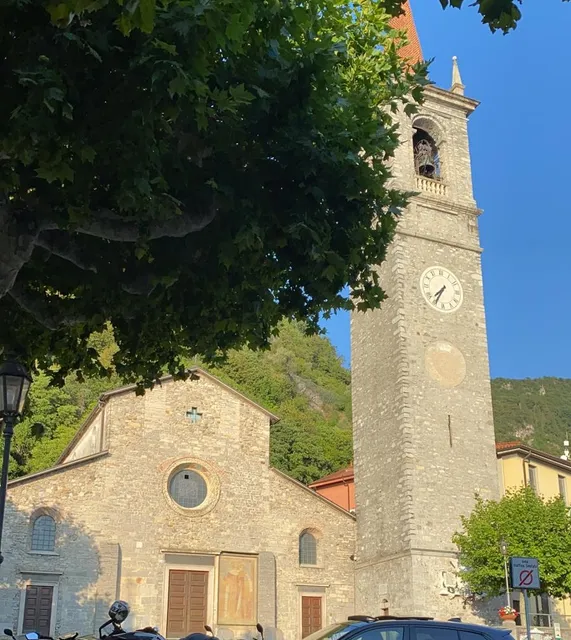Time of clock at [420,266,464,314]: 7:35
